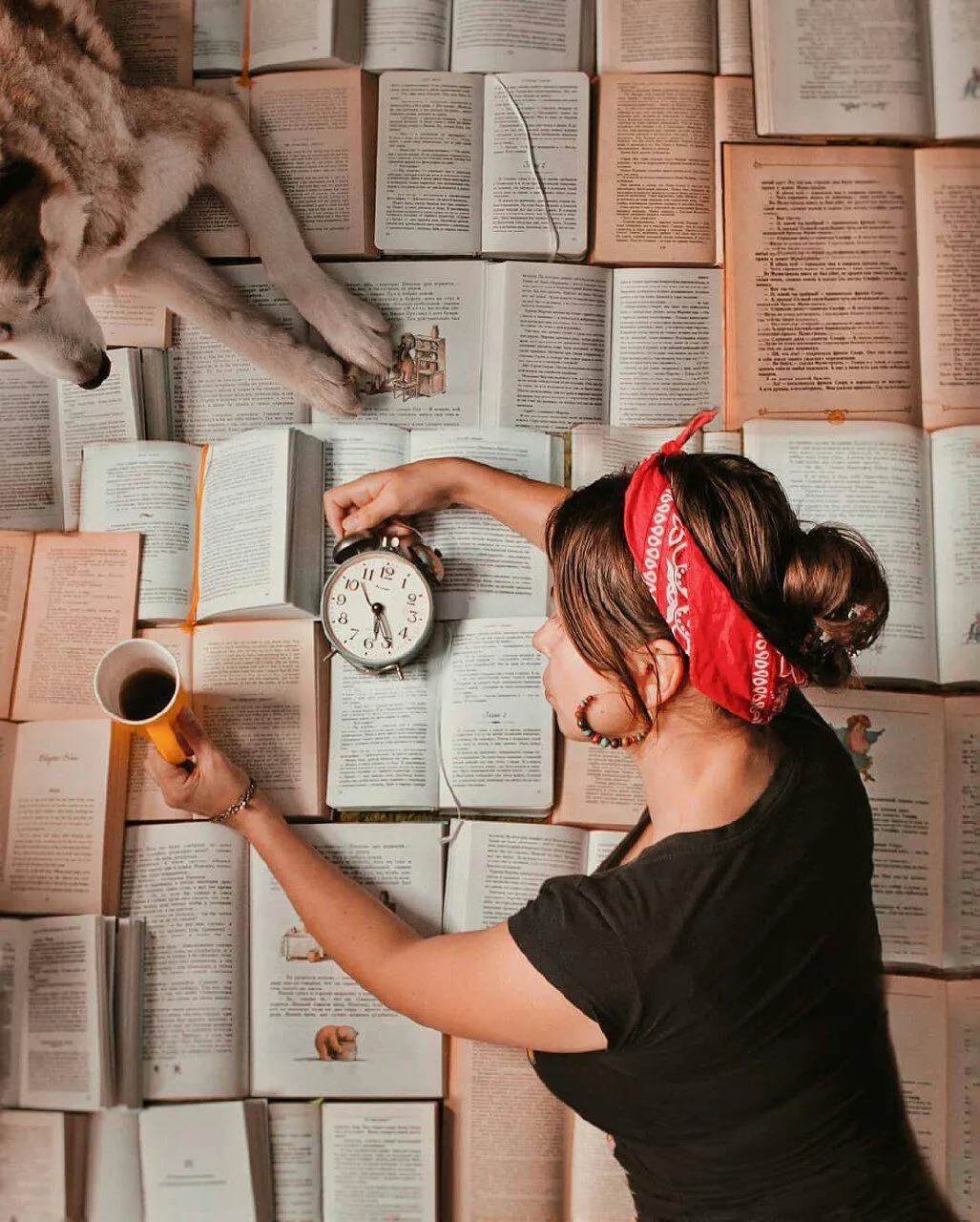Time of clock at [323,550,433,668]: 5:24
